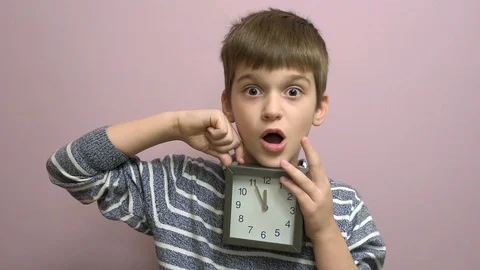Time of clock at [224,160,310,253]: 11:55
